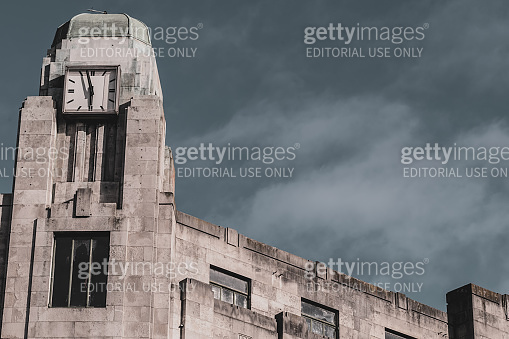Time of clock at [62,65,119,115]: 5:57
